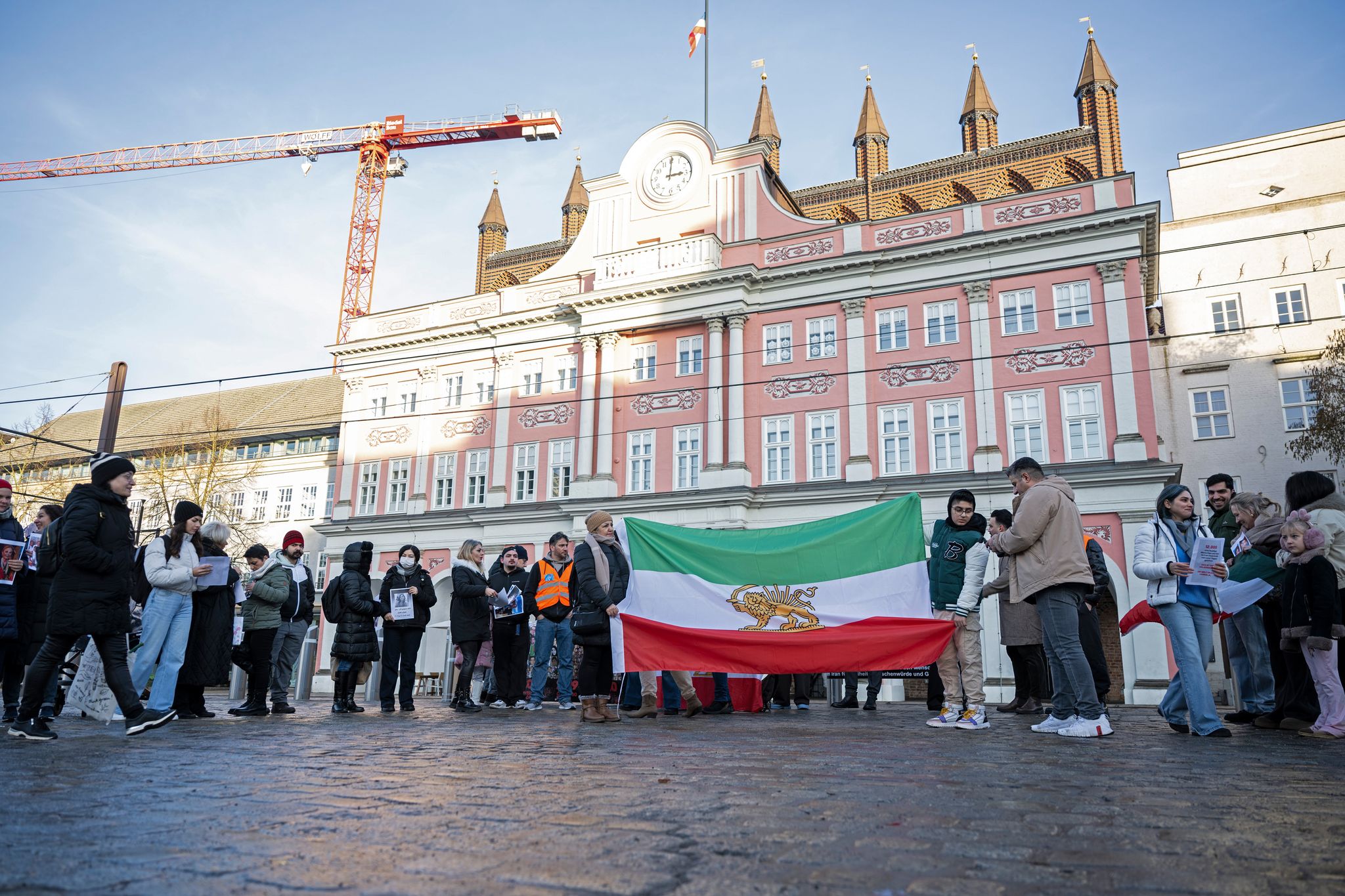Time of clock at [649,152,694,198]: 3:00
